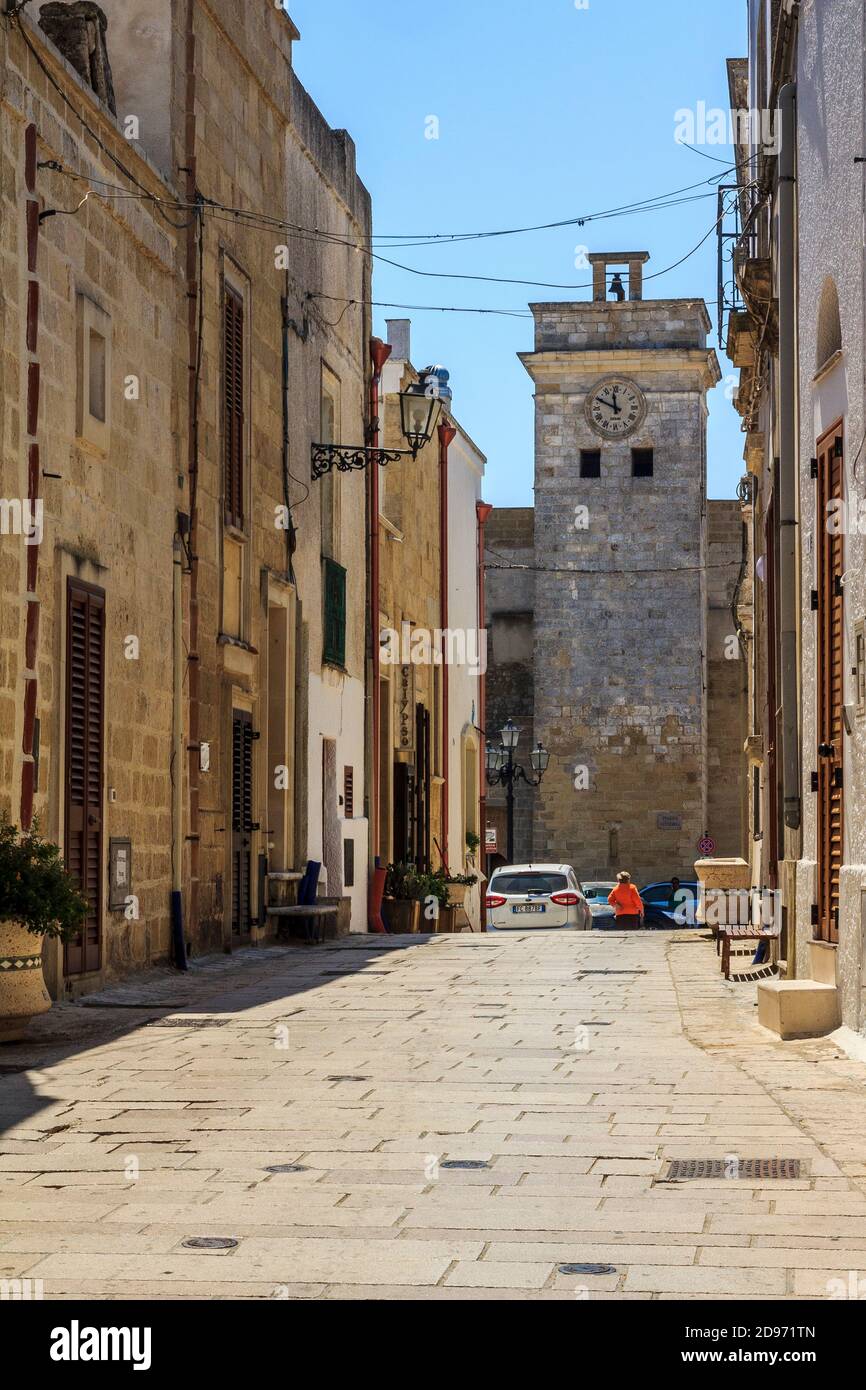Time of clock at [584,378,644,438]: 11:49
